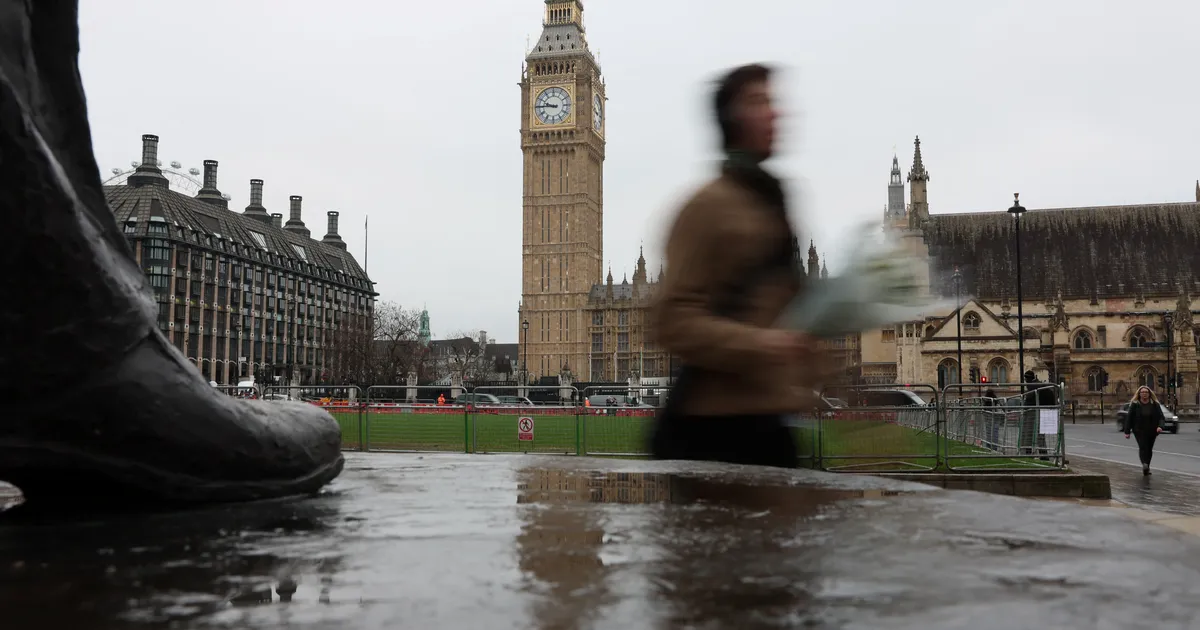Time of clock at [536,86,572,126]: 9:45
